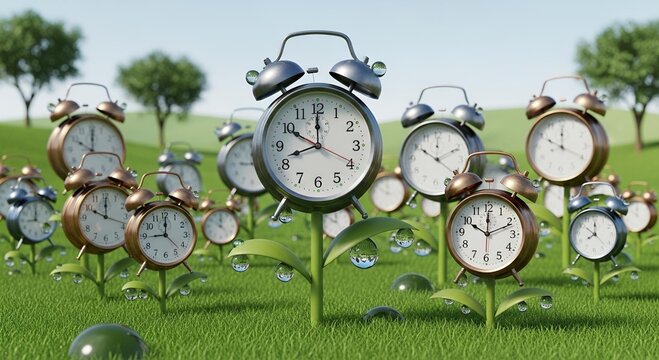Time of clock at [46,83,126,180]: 12:16
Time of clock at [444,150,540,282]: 10:11
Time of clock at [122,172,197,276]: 9:00
